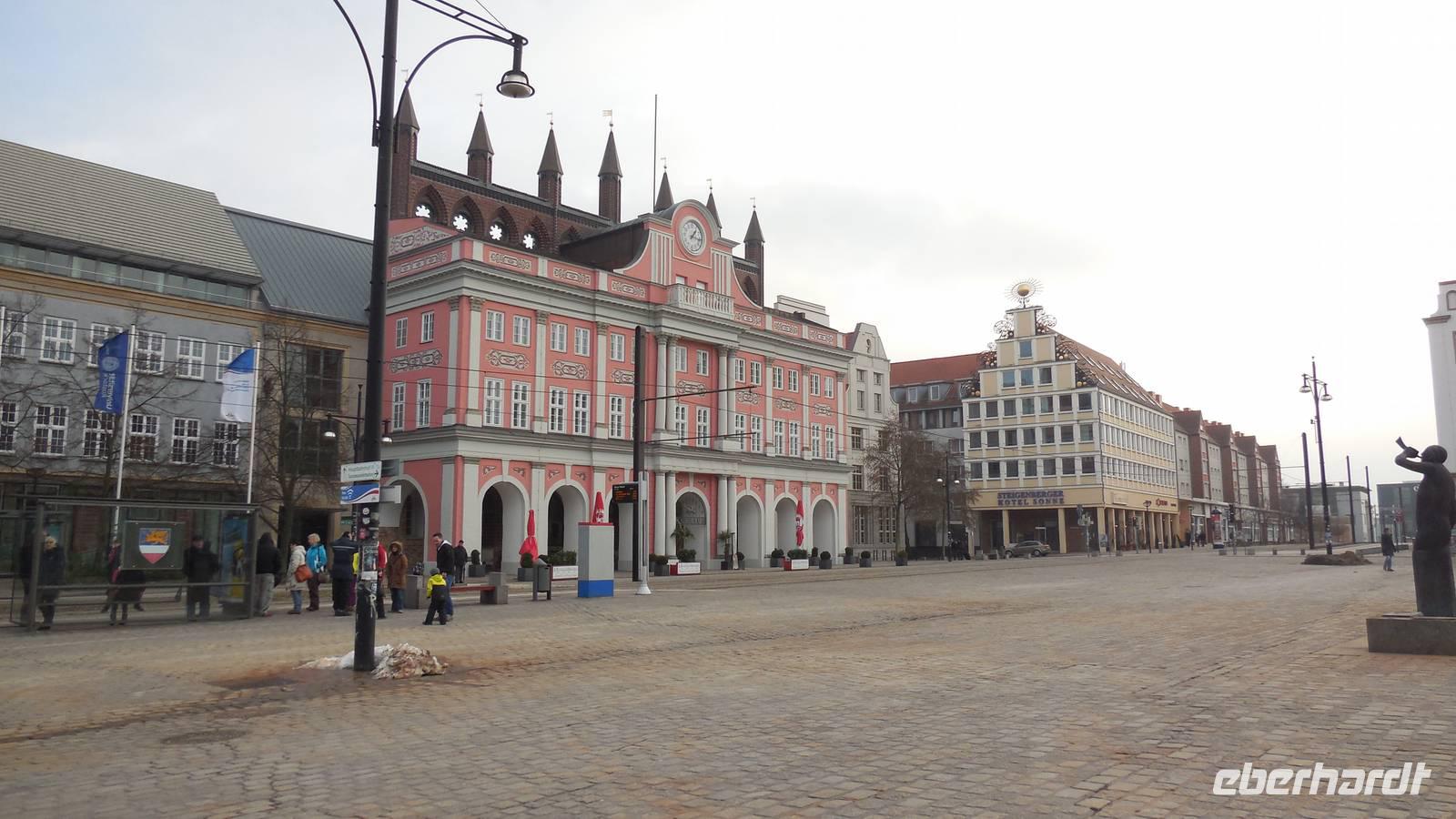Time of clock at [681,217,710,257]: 1:16
